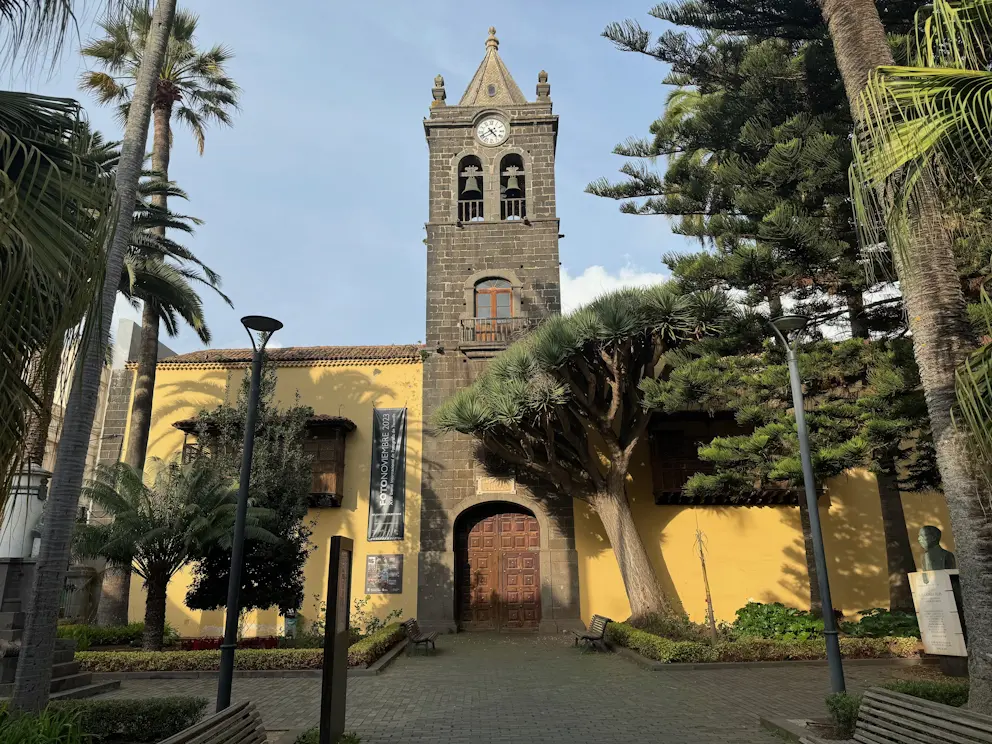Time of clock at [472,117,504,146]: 4:40
